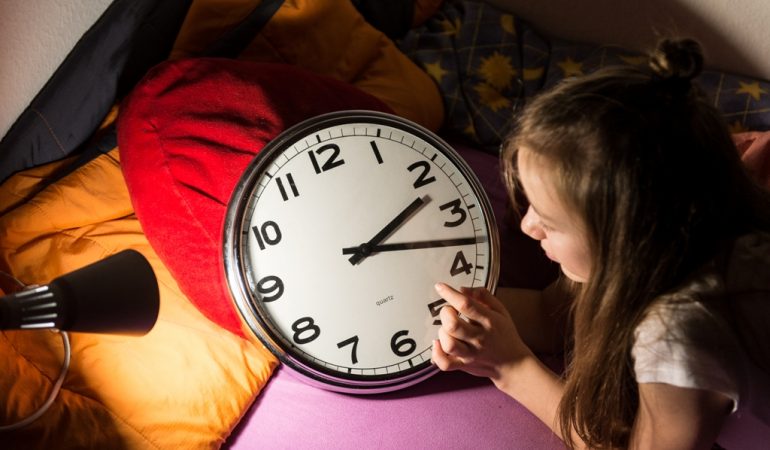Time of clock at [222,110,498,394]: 2:18
